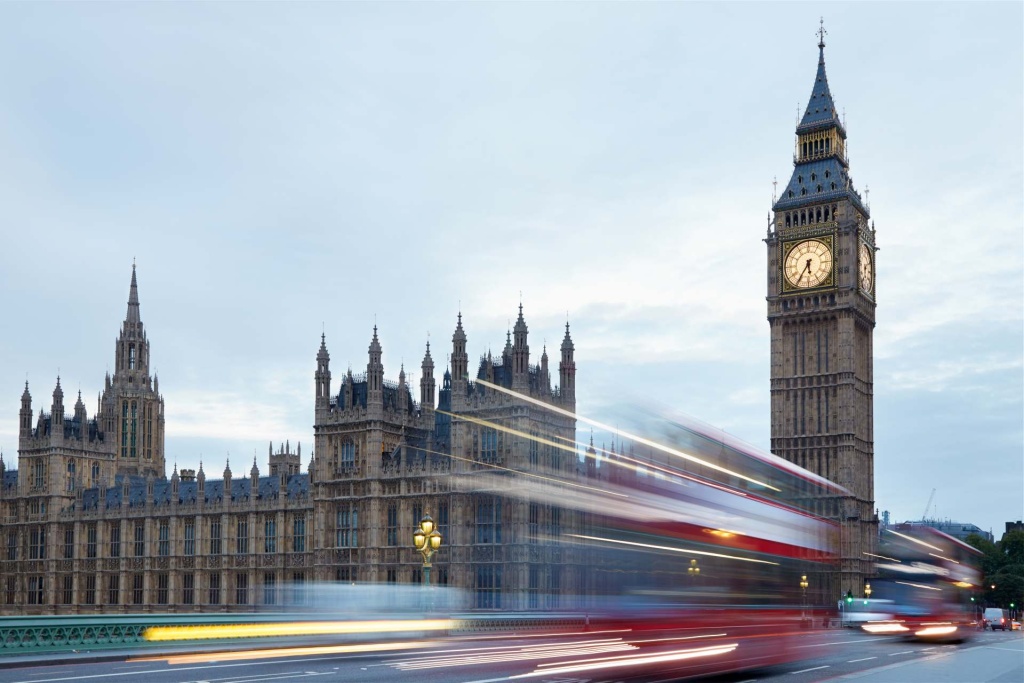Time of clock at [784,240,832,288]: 5:35
